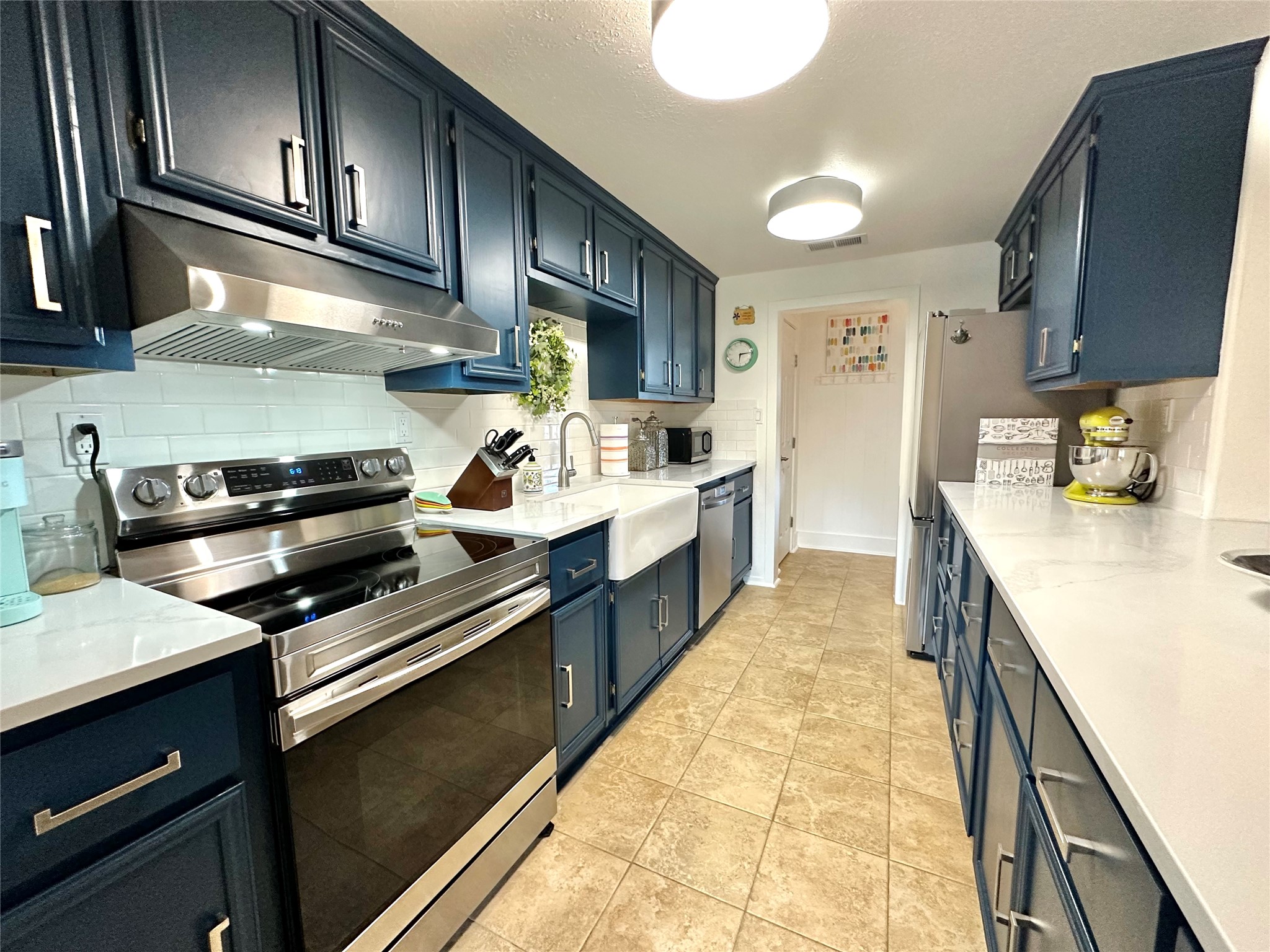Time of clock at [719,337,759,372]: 6:13
